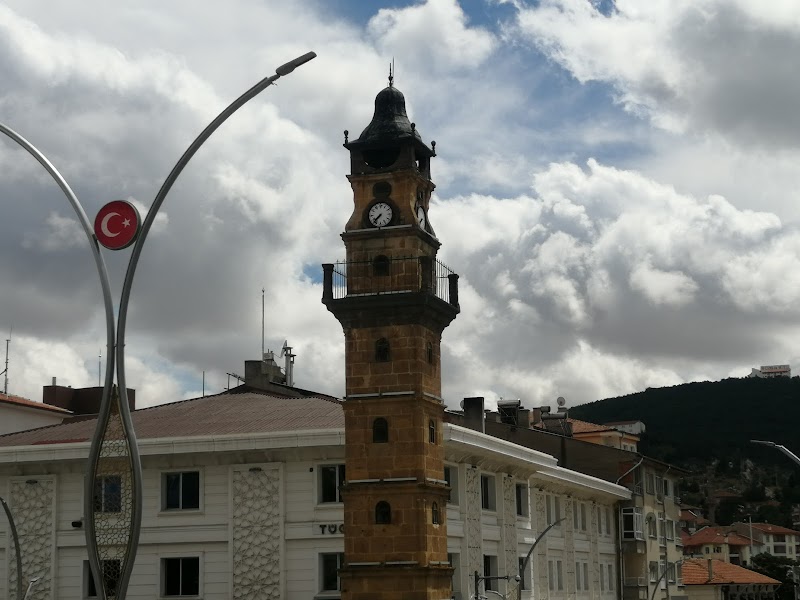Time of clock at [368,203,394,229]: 7:37
